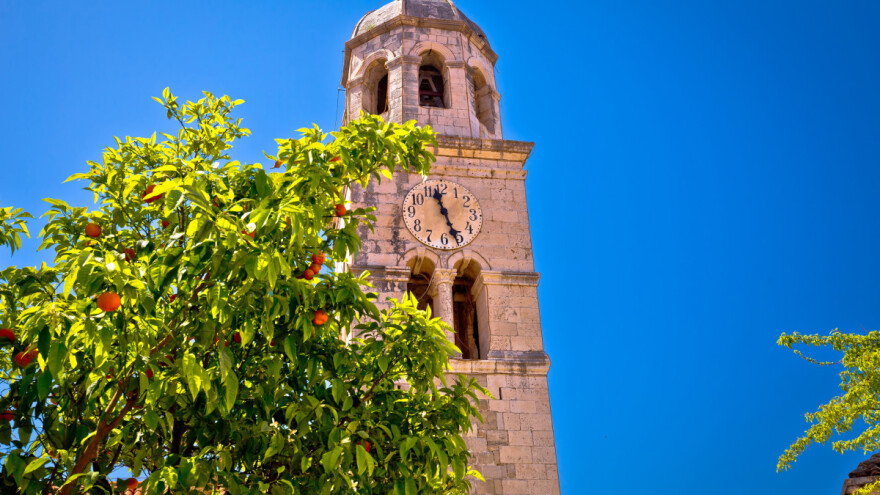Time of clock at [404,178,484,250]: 11:26
